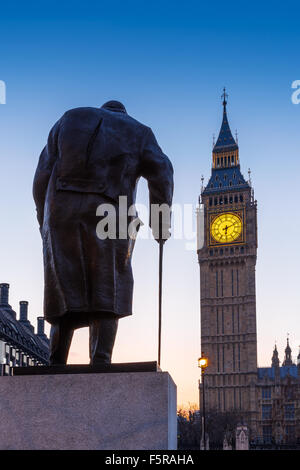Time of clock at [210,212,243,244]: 6:10
